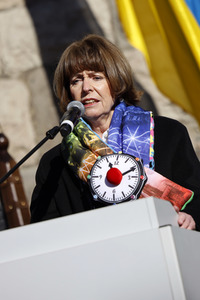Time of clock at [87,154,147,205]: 11:10
